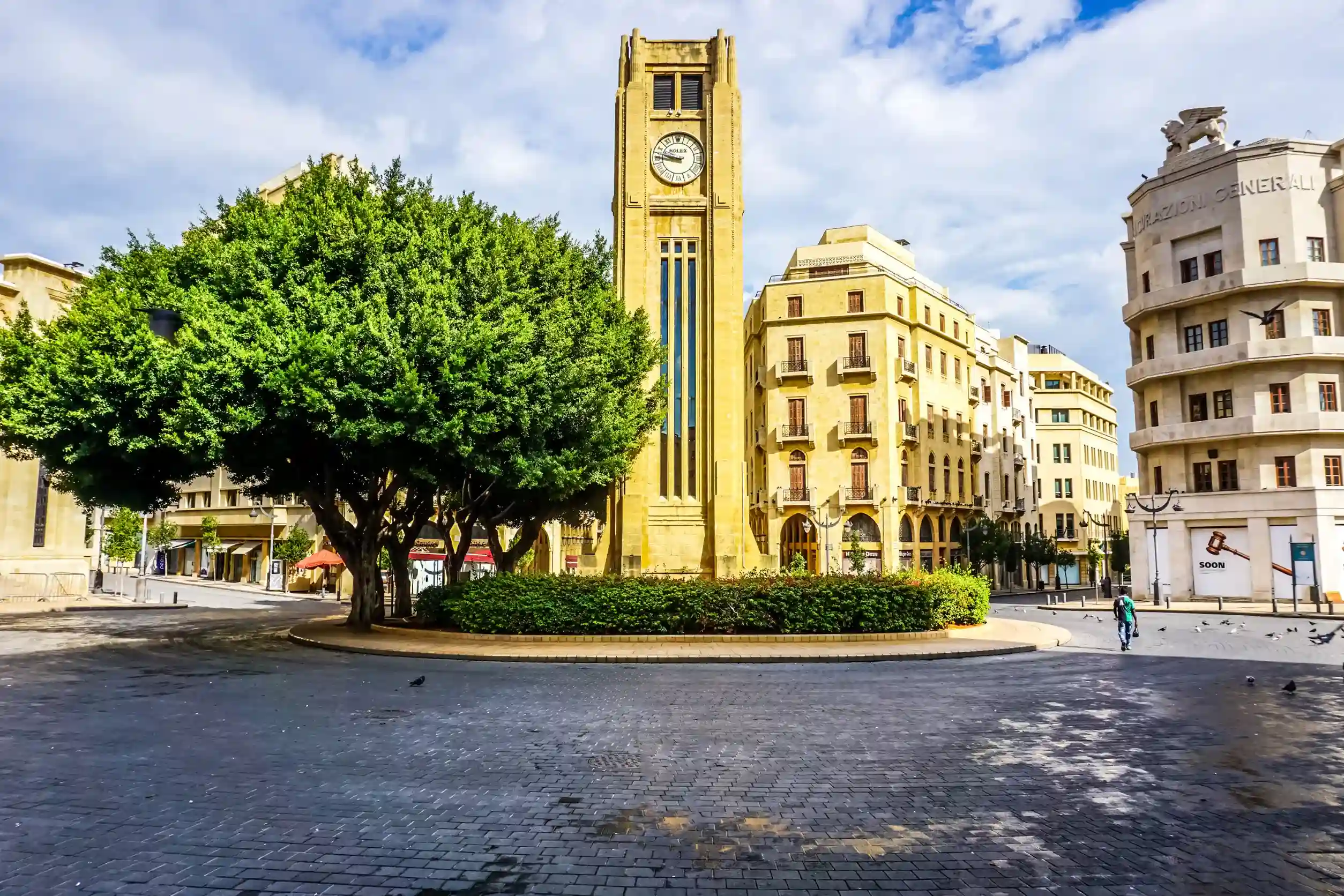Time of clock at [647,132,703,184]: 9:45
